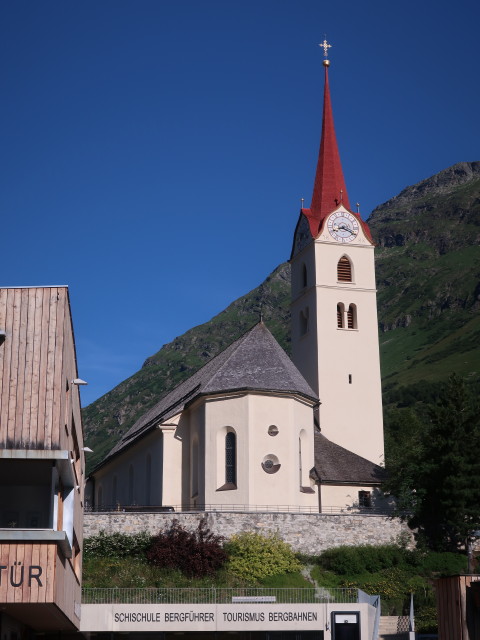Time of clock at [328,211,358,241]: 8:19
